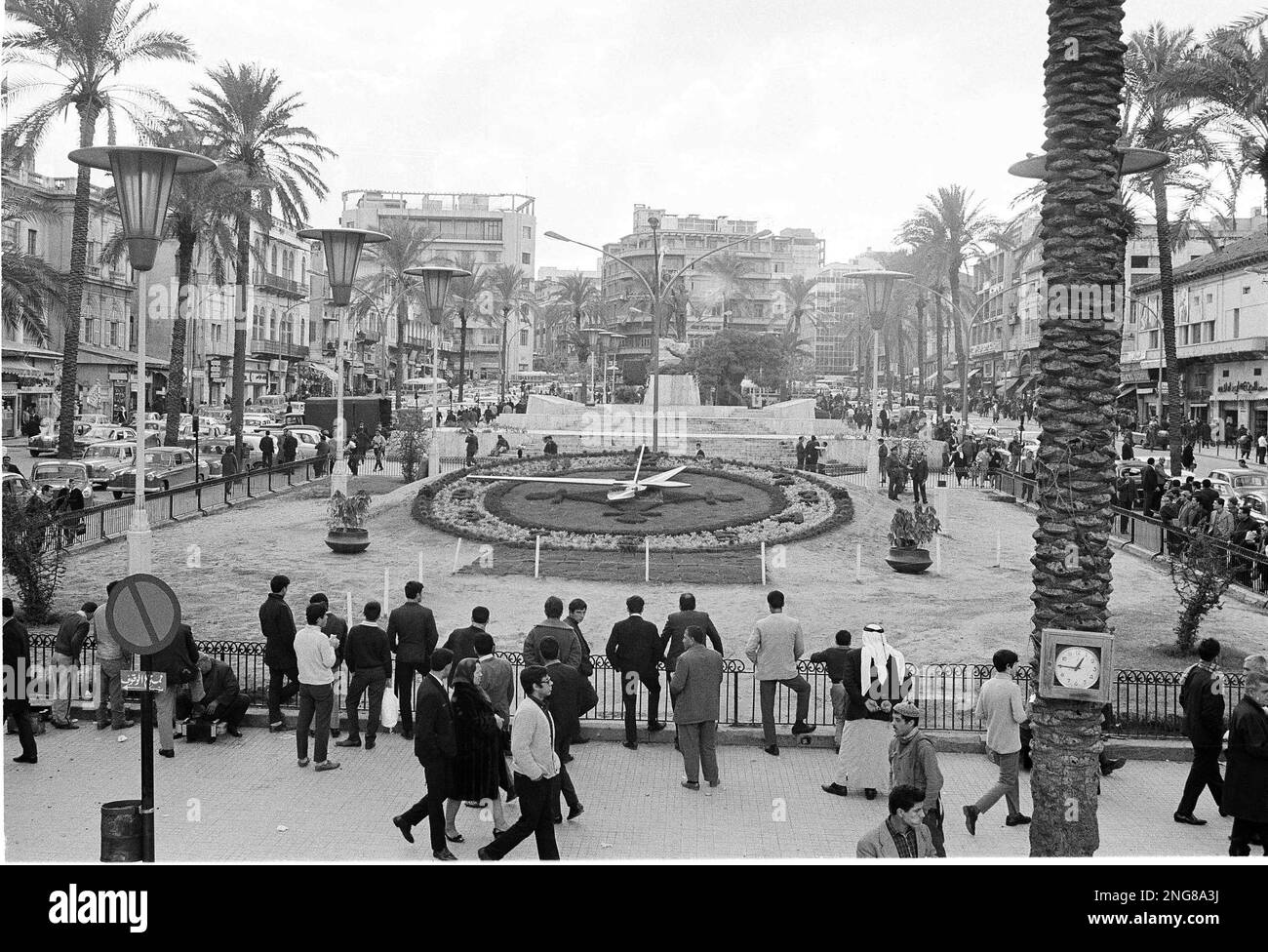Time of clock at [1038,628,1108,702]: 12:45
